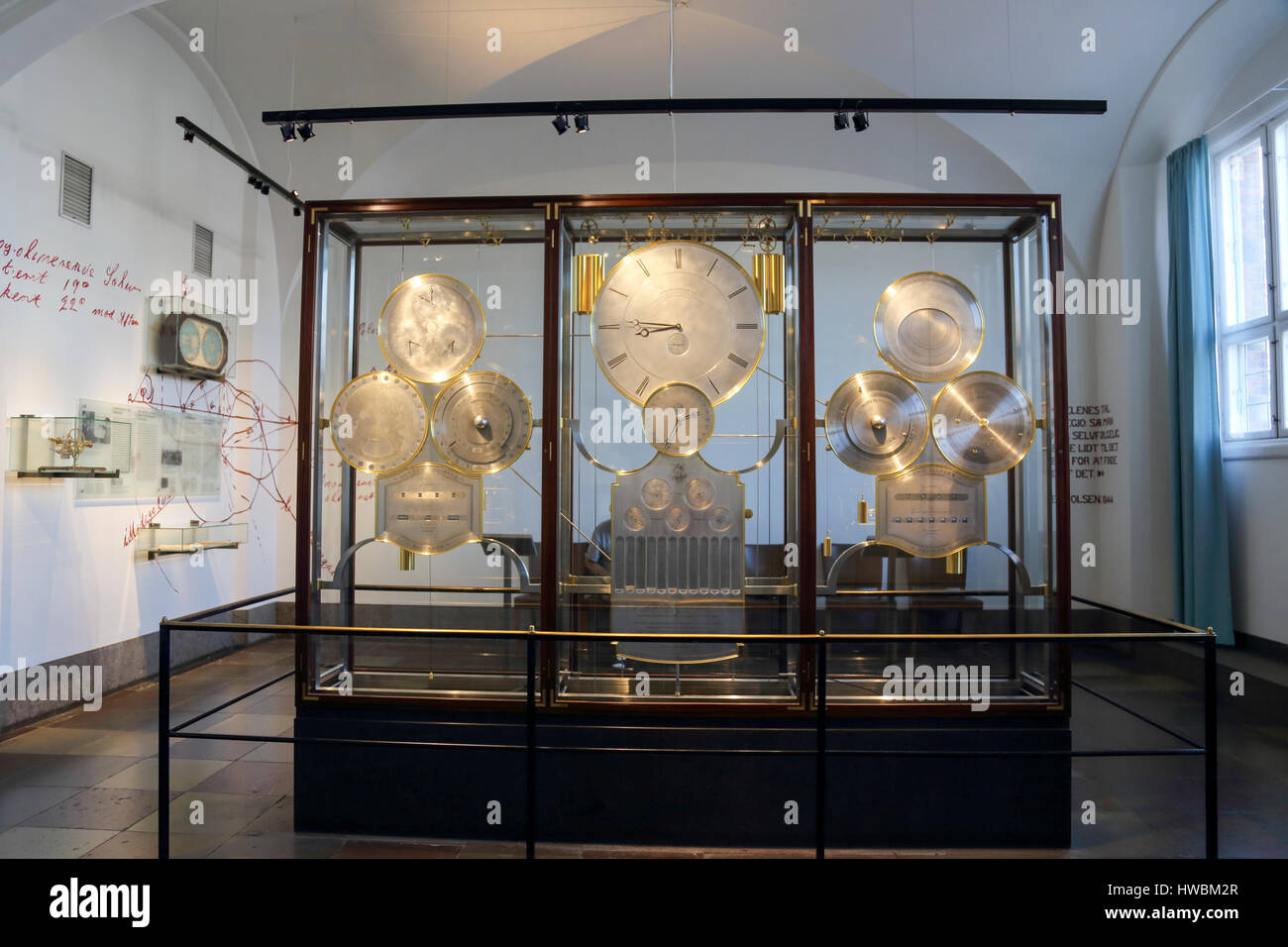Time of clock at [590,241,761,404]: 8:45
